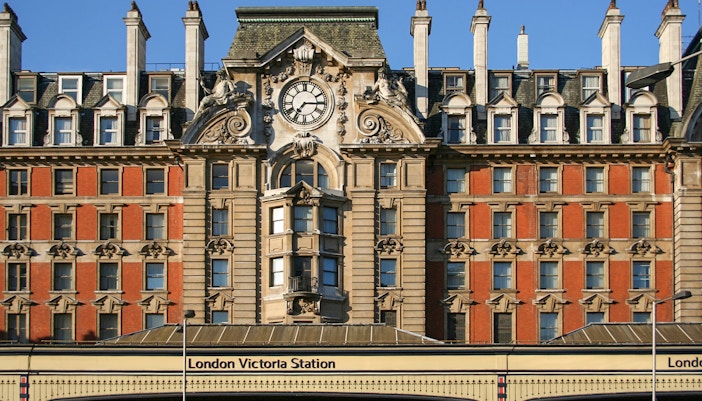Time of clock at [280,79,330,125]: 7:15
